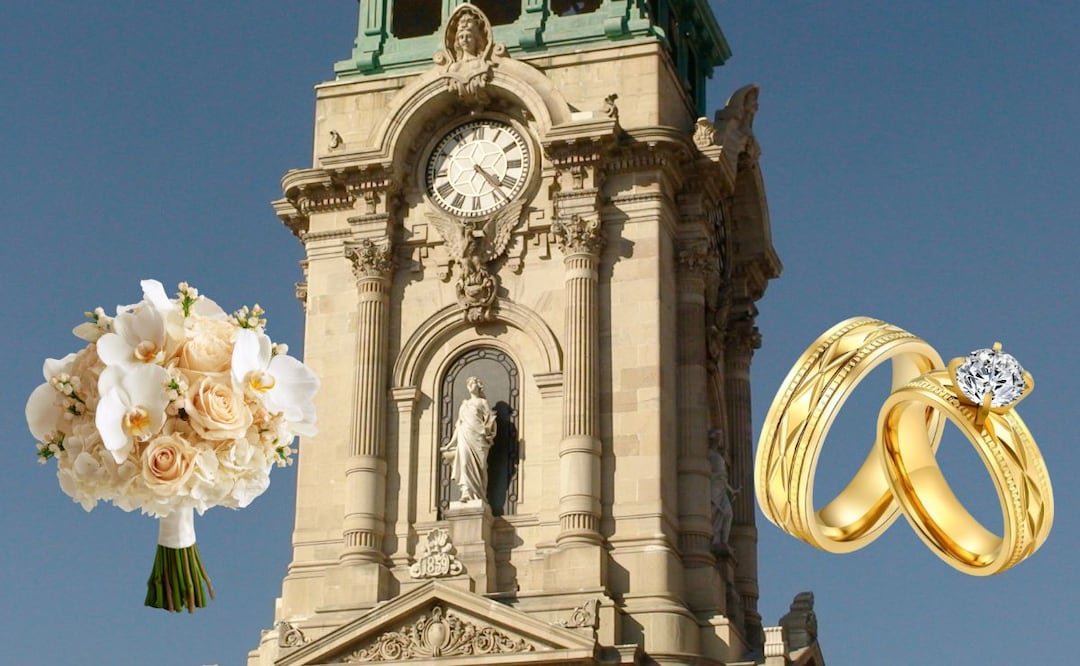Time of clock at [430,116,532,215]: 4:22
